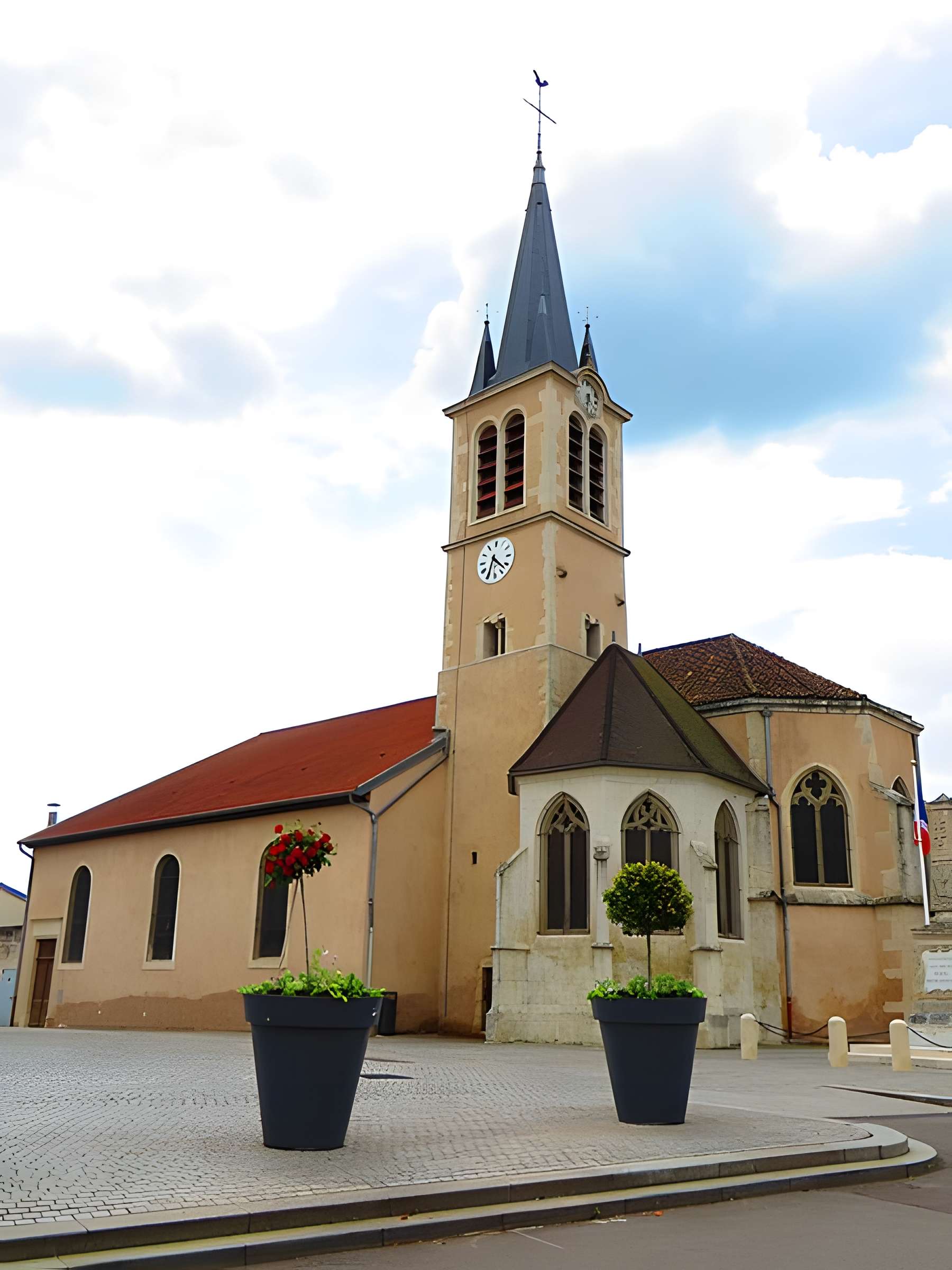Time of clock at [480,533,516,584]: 4:34
